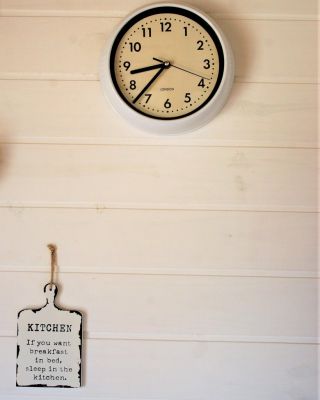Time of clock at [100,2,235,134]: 8:37
